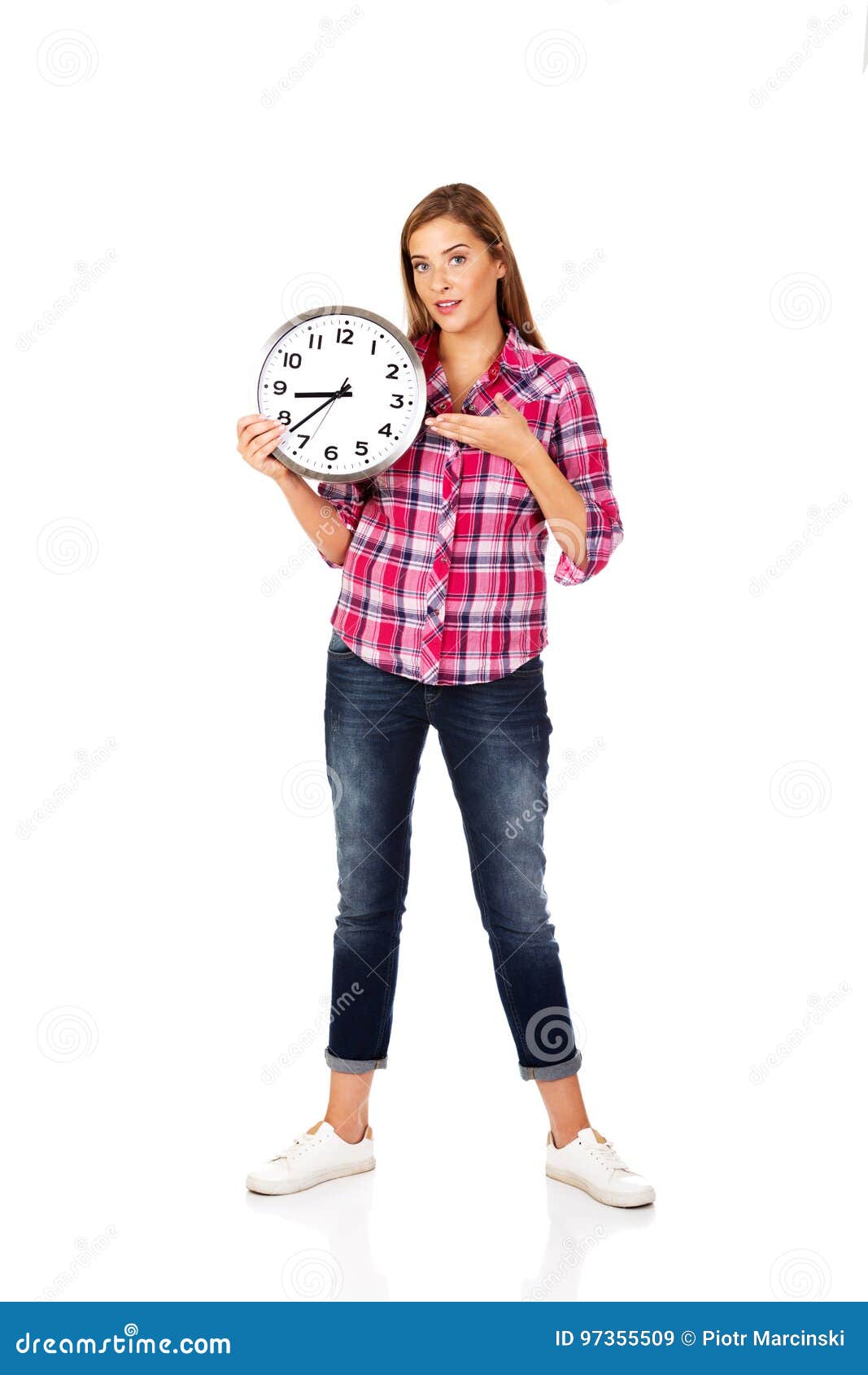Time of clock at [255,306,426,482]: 8:37
